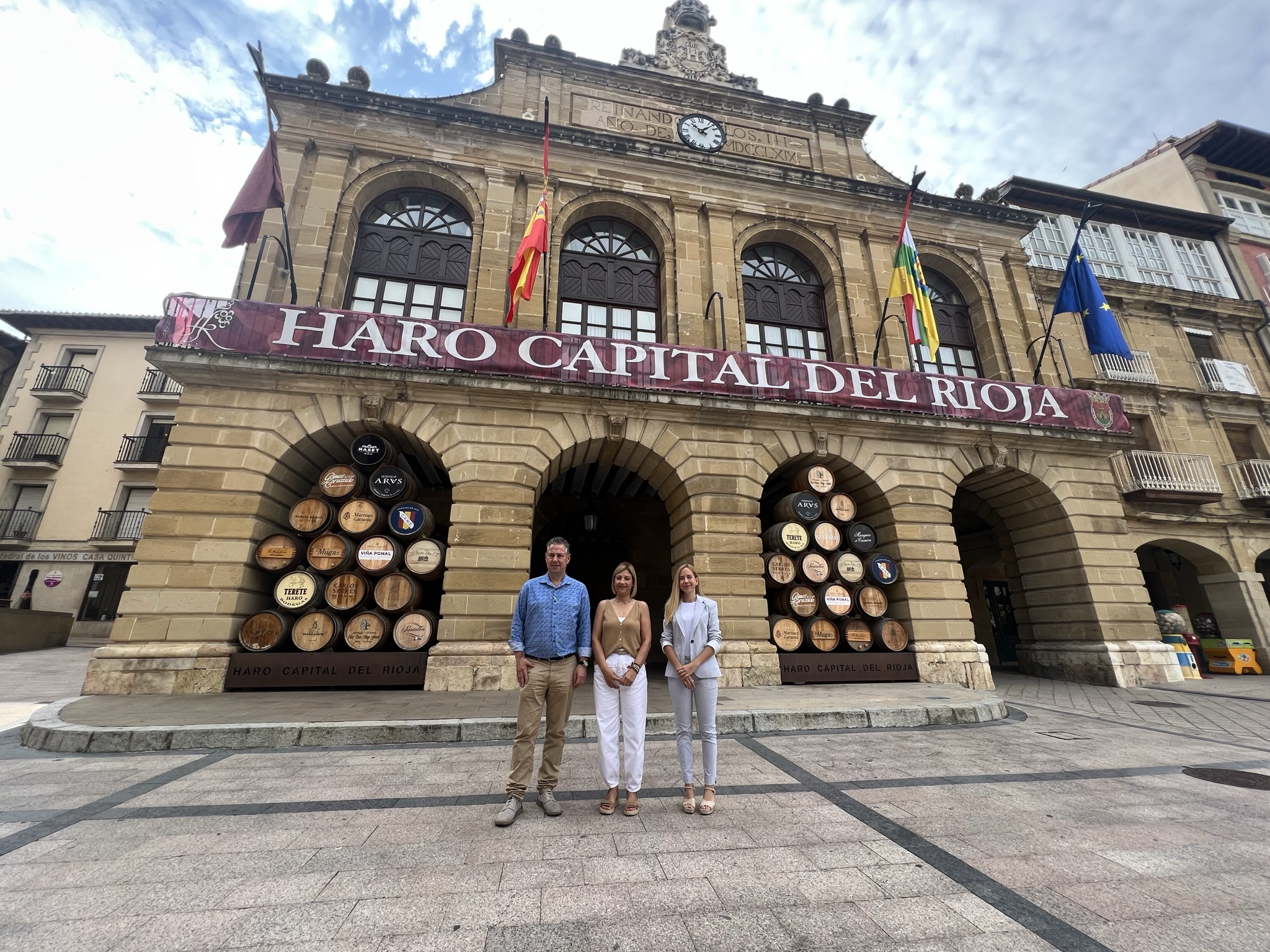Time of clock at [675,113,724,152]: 10:07
